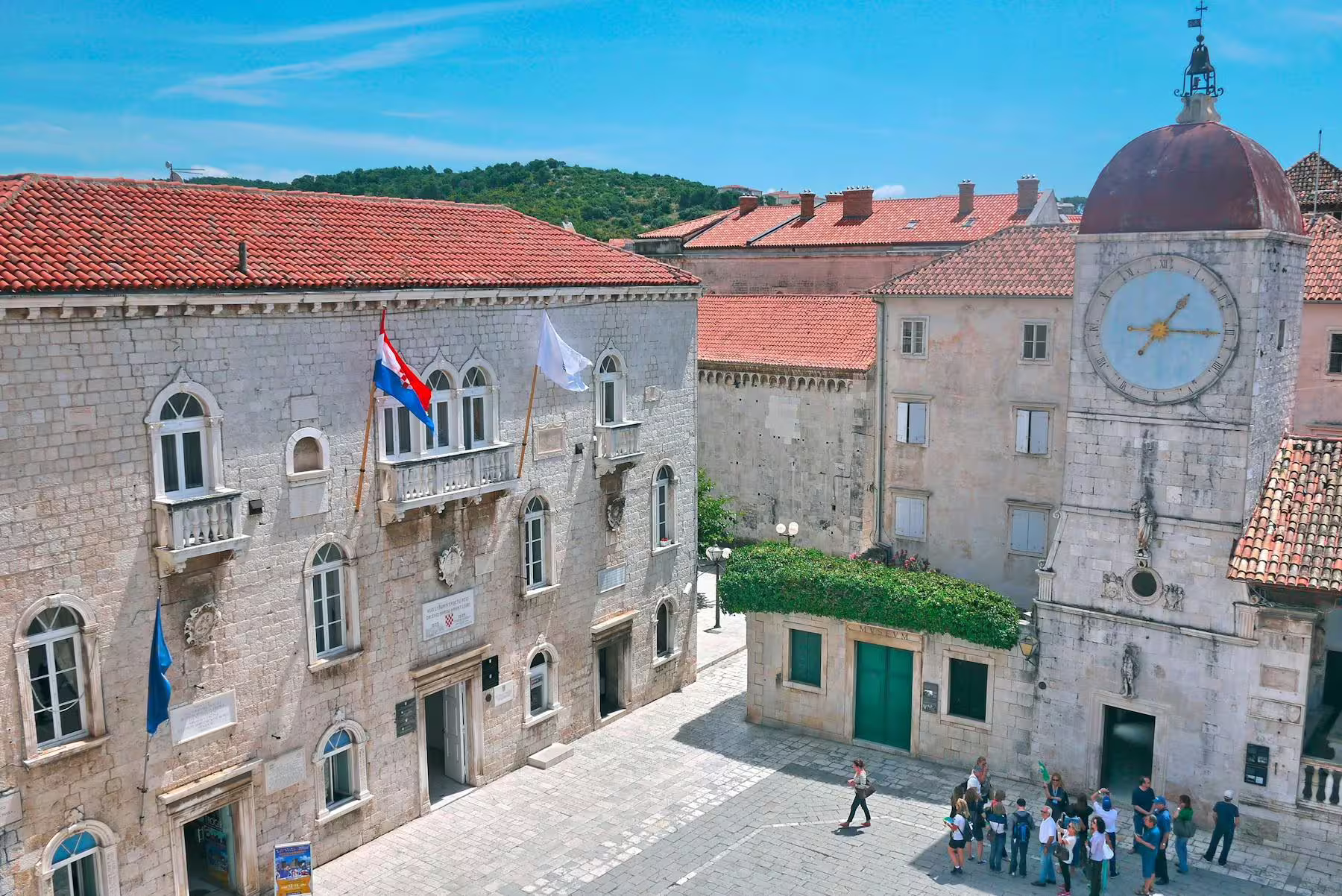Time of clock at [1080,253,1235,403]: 1:15
